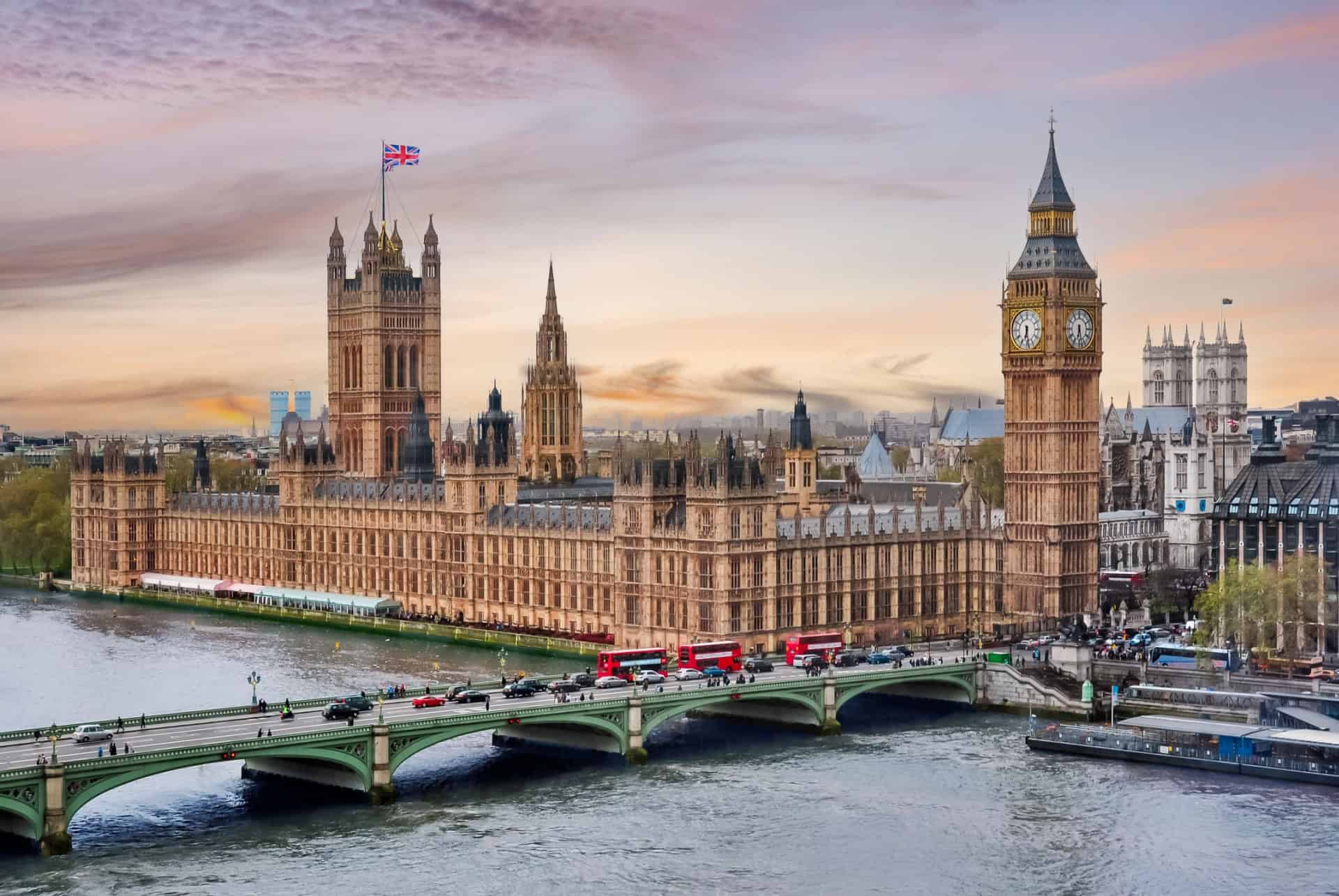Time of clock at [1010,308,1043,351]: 6:28
